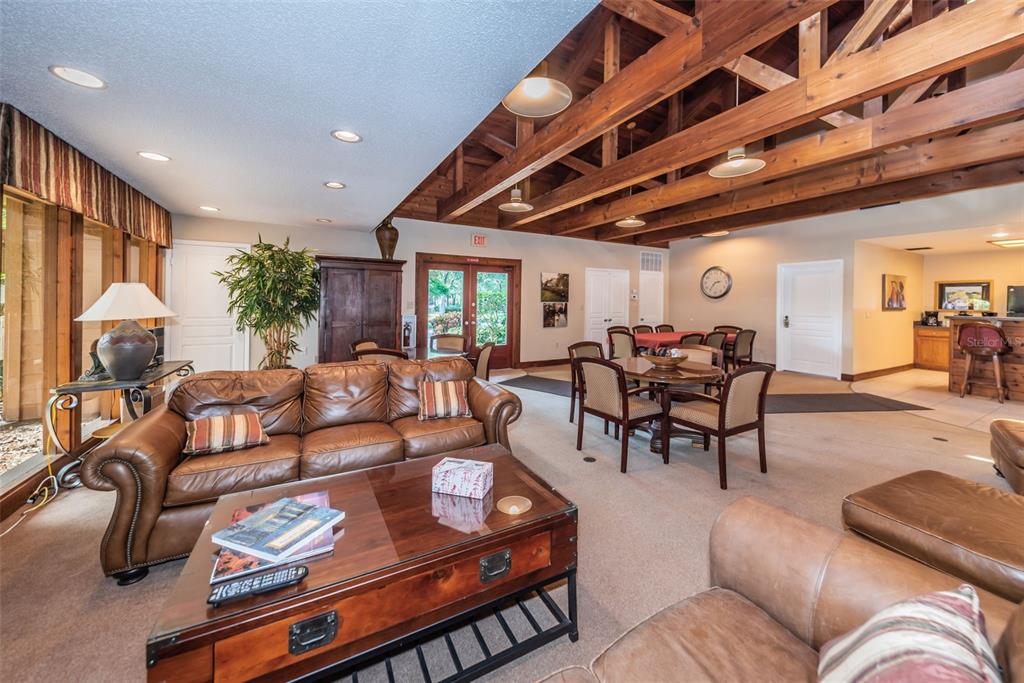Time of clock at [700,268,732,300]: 2:36
